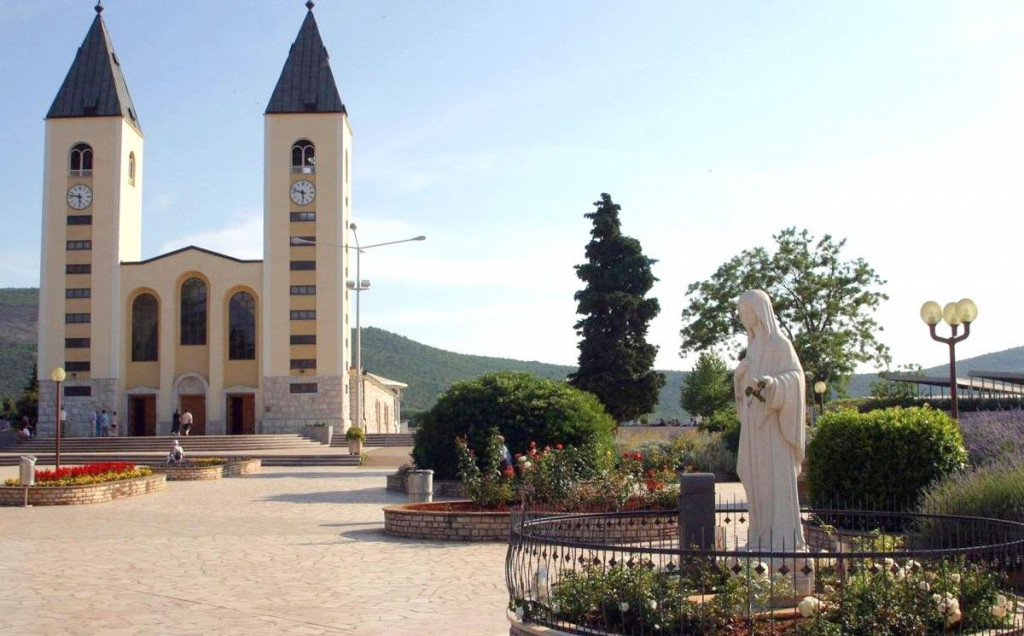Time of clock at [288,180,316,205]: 5:47
